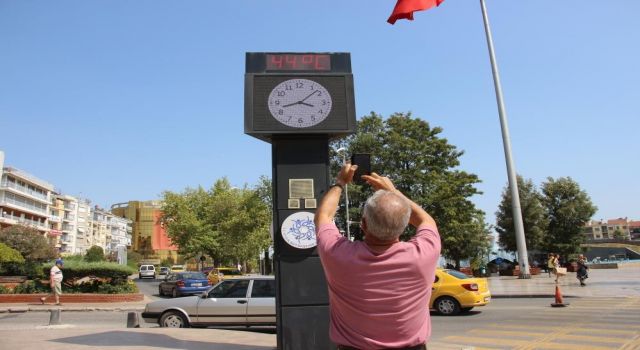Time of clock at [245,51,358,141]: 3:42
